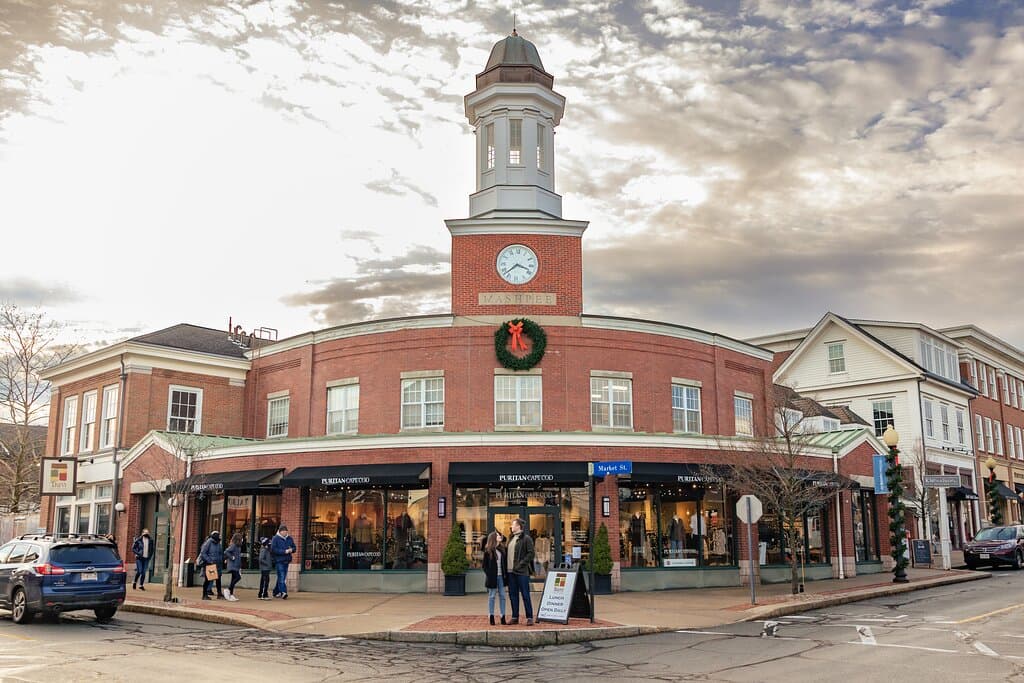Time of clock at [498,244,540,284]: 3:37
